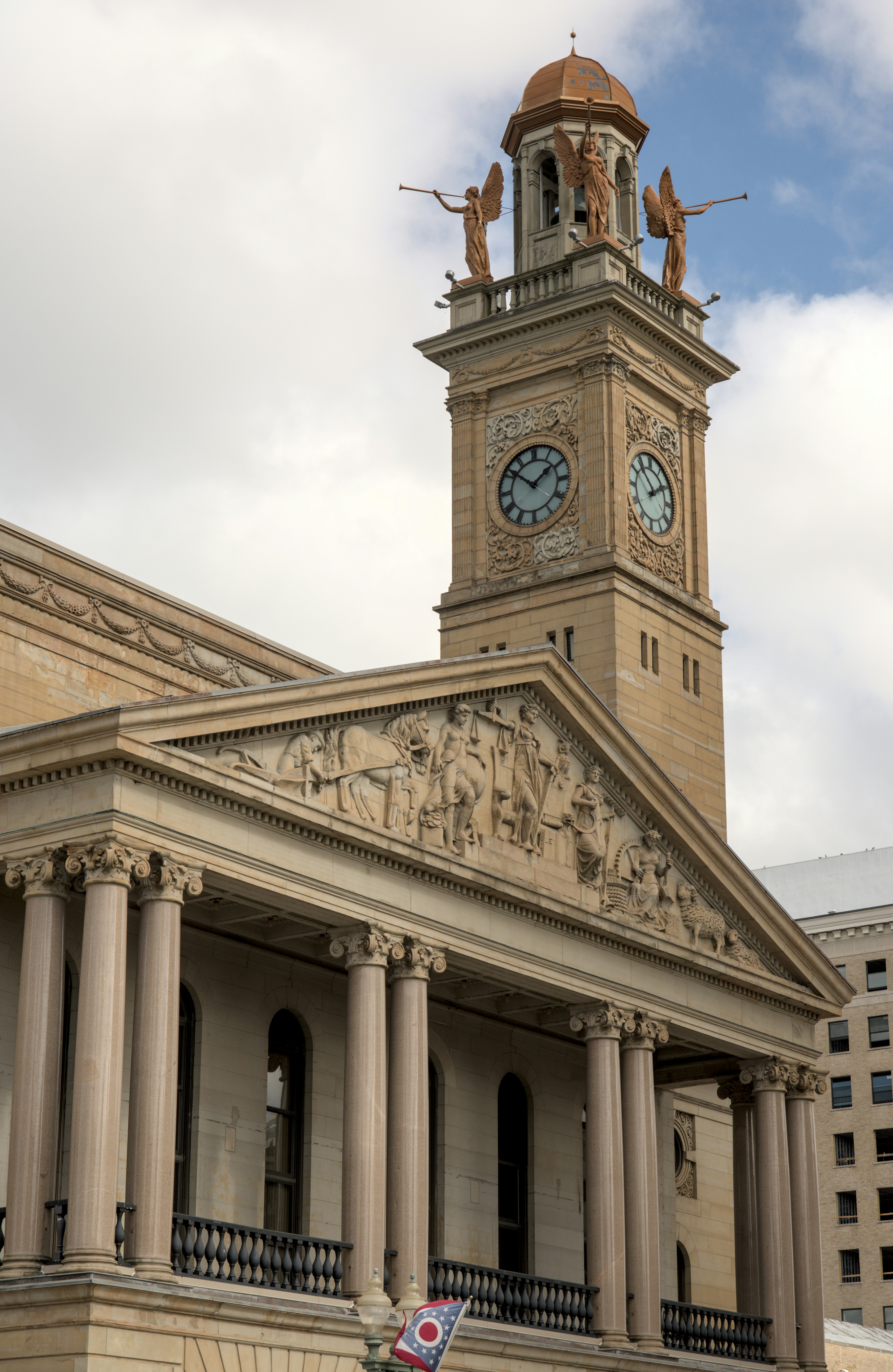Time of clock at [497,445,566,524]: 1:51
